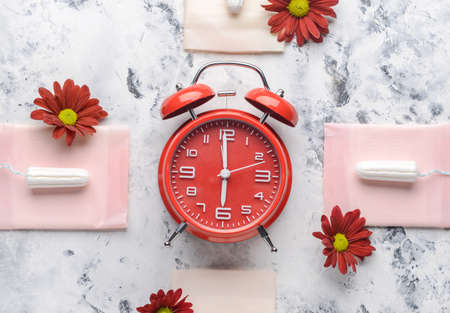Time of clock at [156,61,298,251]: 5:59
